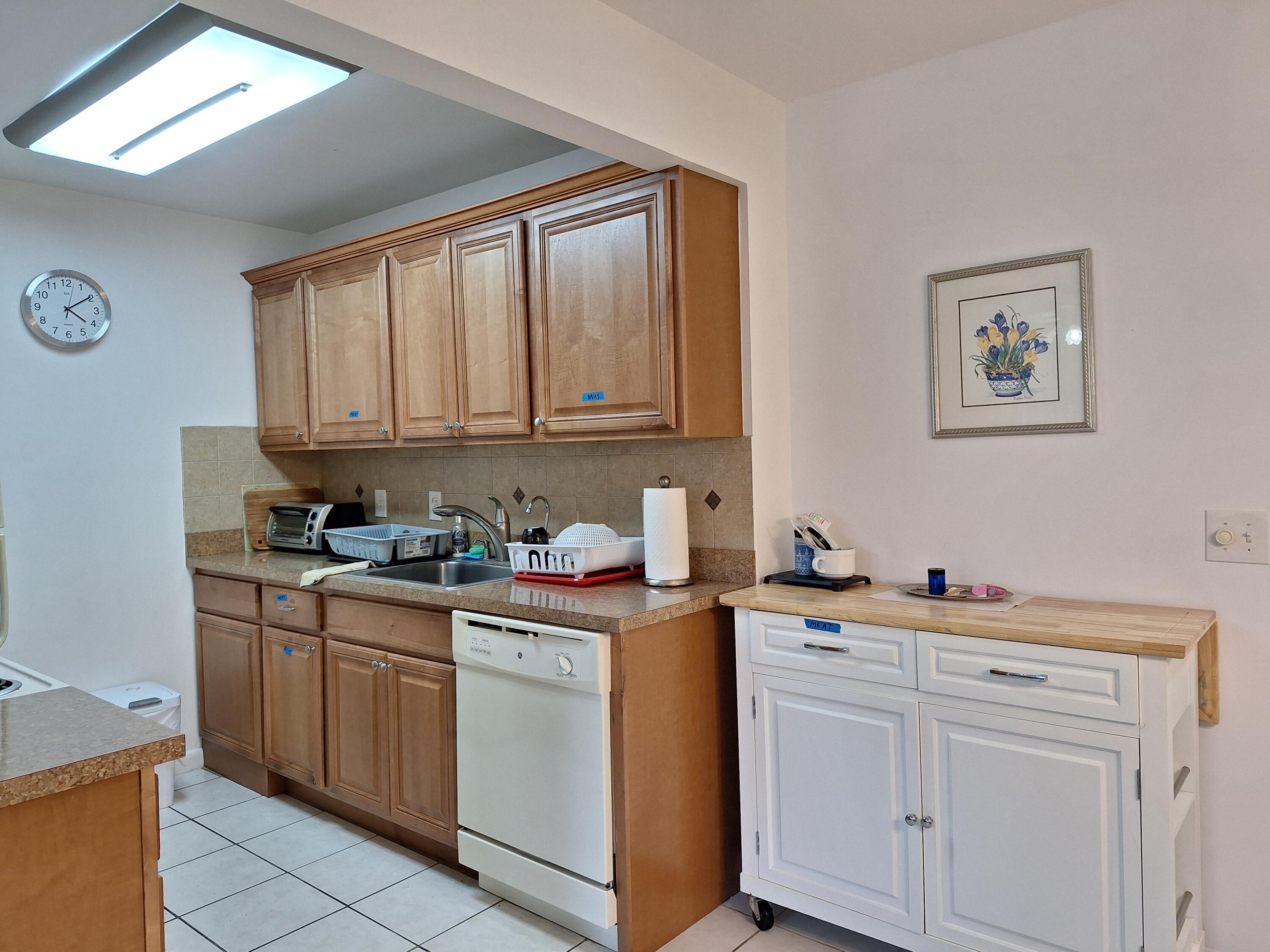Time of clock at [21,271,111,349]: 4:09
